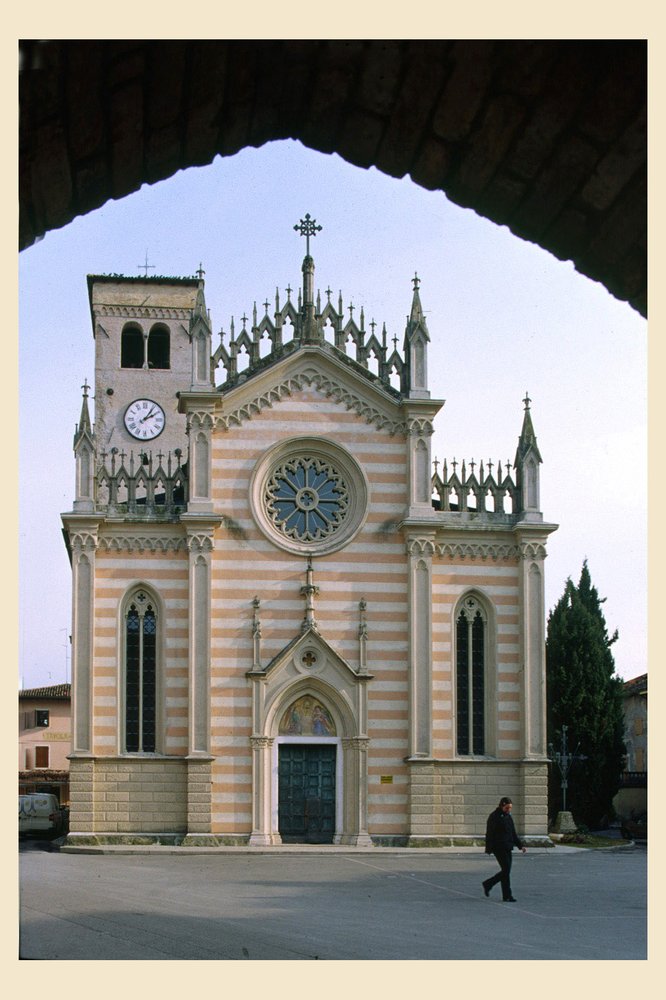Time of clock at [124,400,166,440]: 2:06
